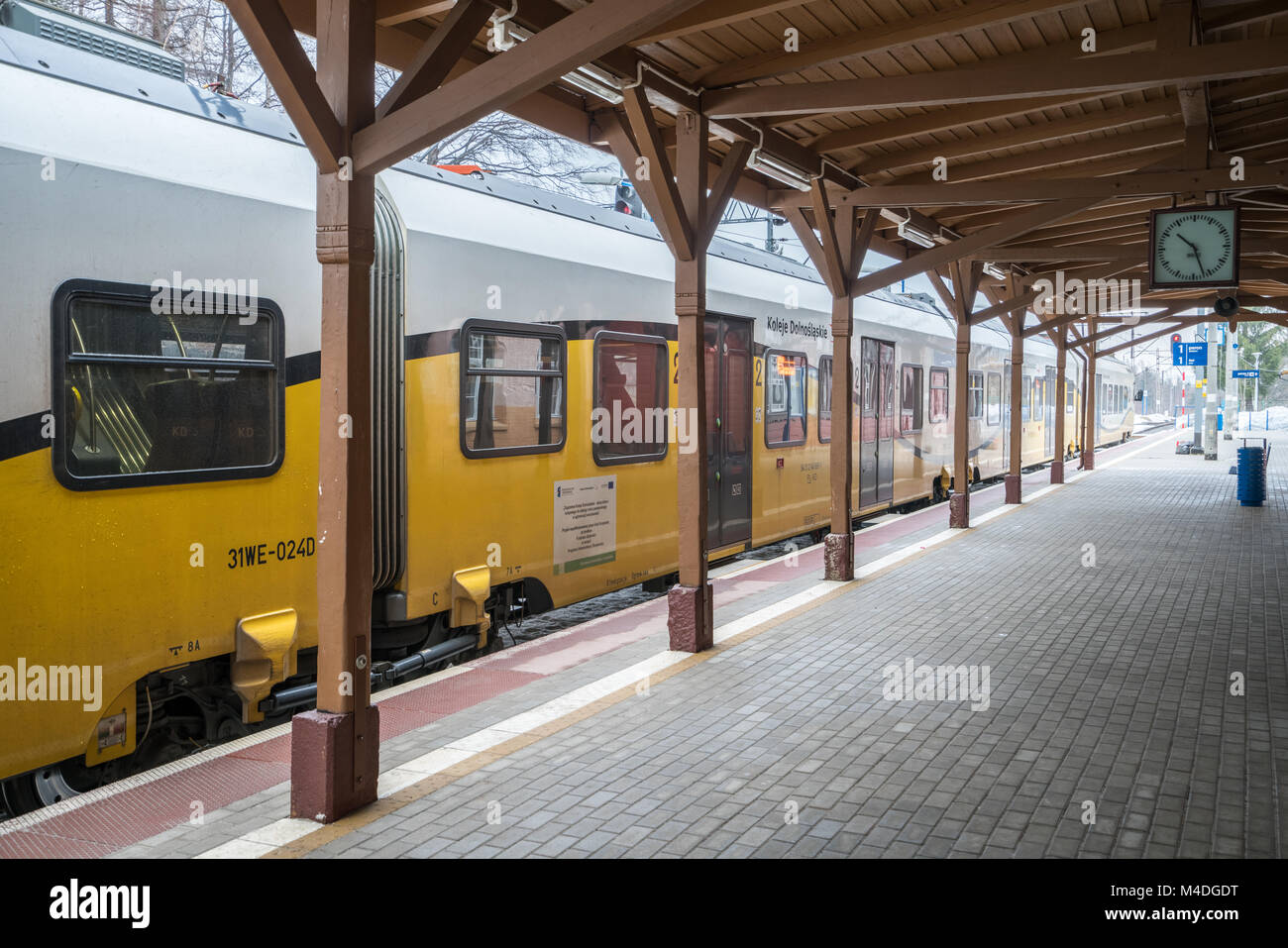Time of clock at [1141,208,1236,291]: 10:26
